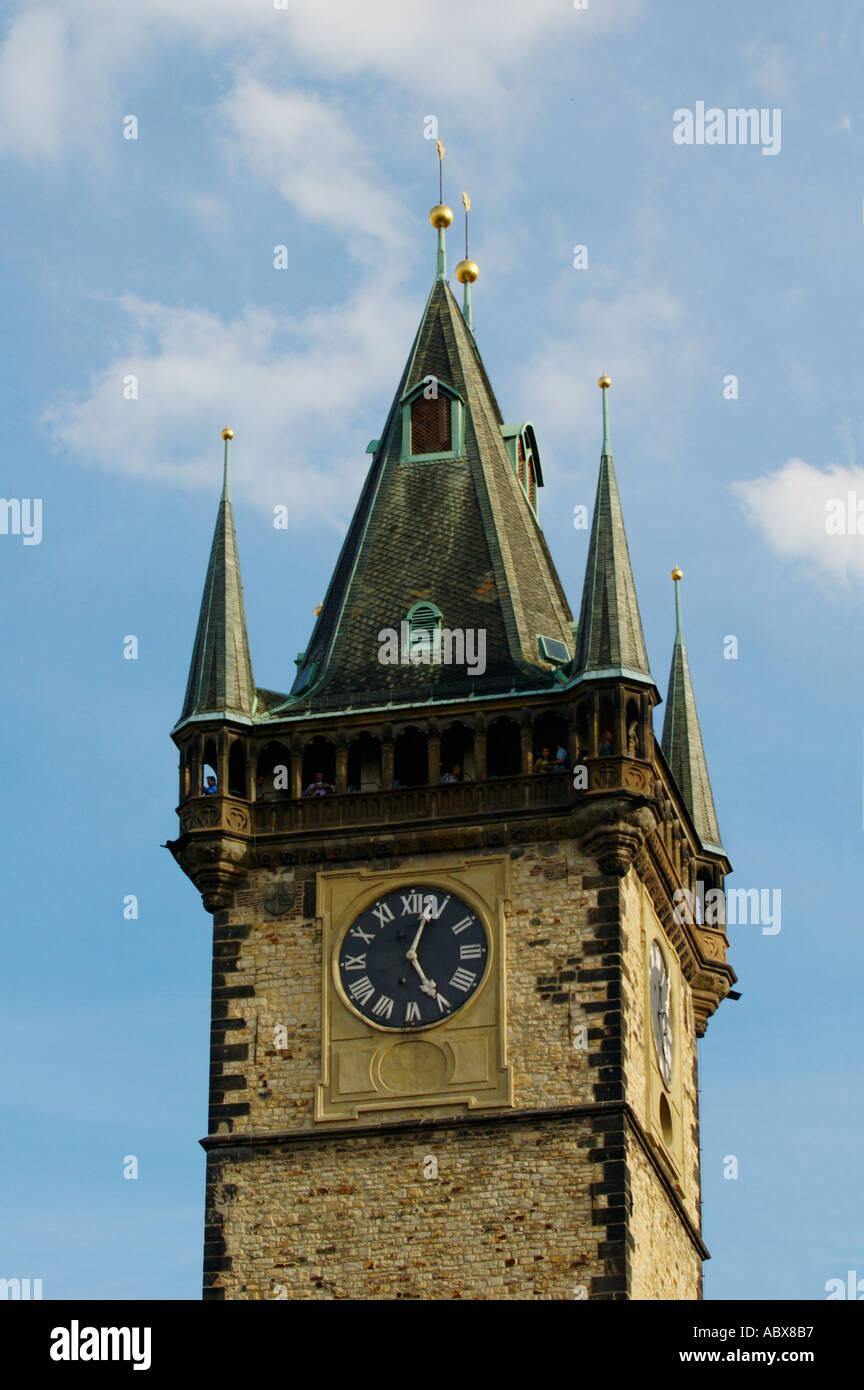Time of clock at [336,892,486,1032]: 5:03
